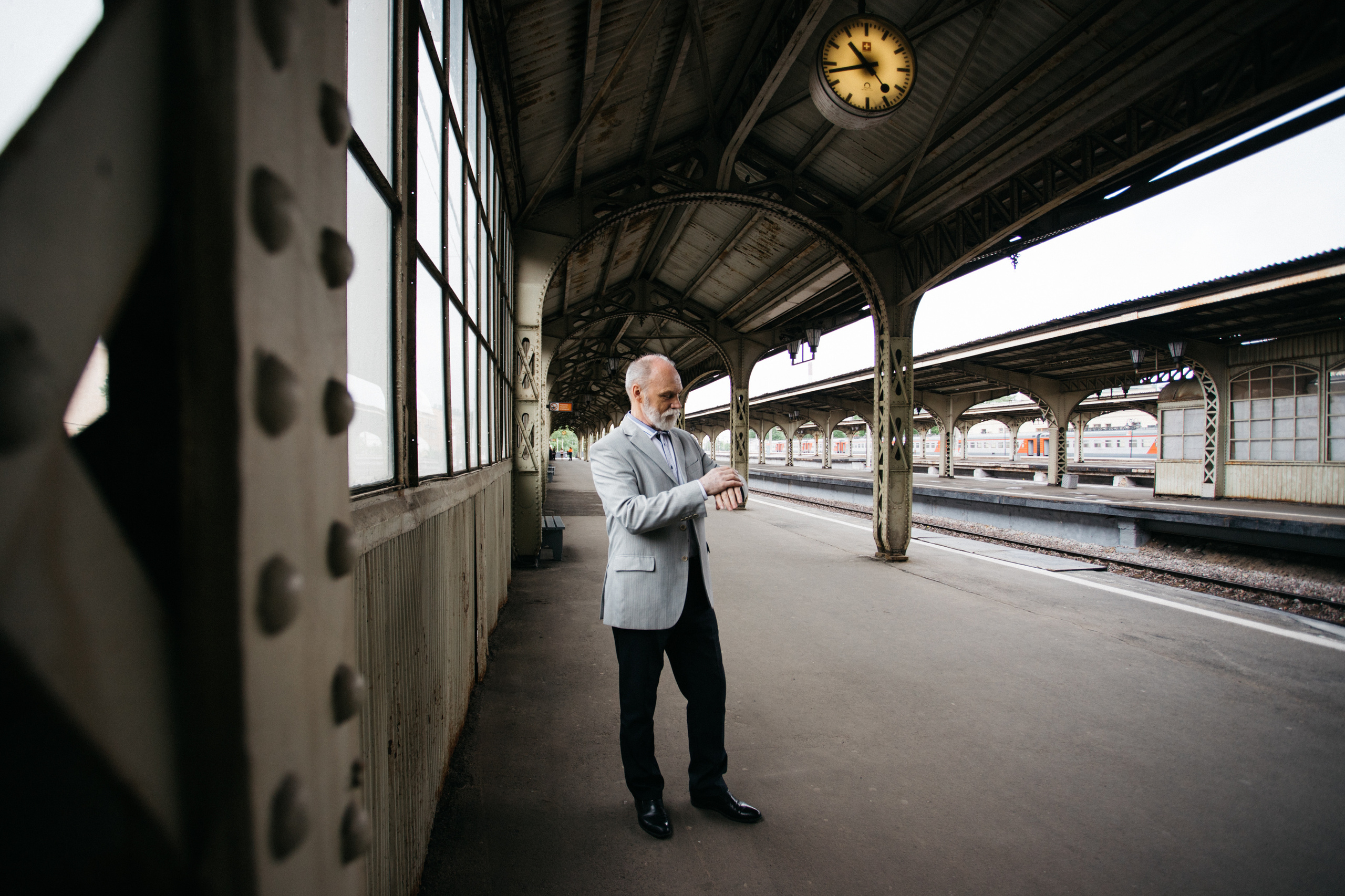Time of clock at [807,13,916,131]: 10:42
